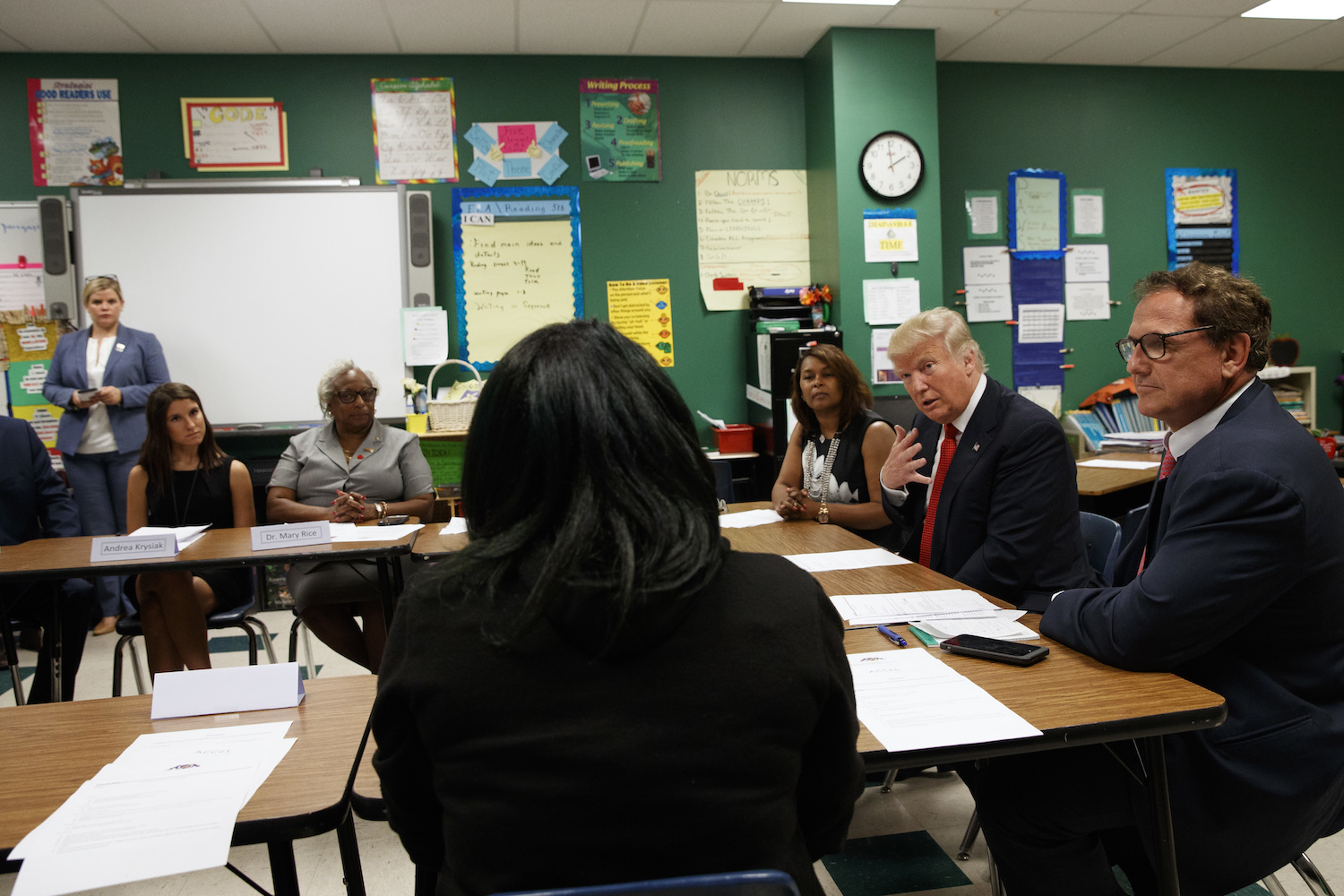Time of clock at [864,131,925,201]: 1:59
